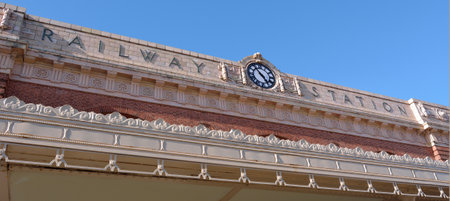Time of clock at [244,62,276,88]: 4:54
